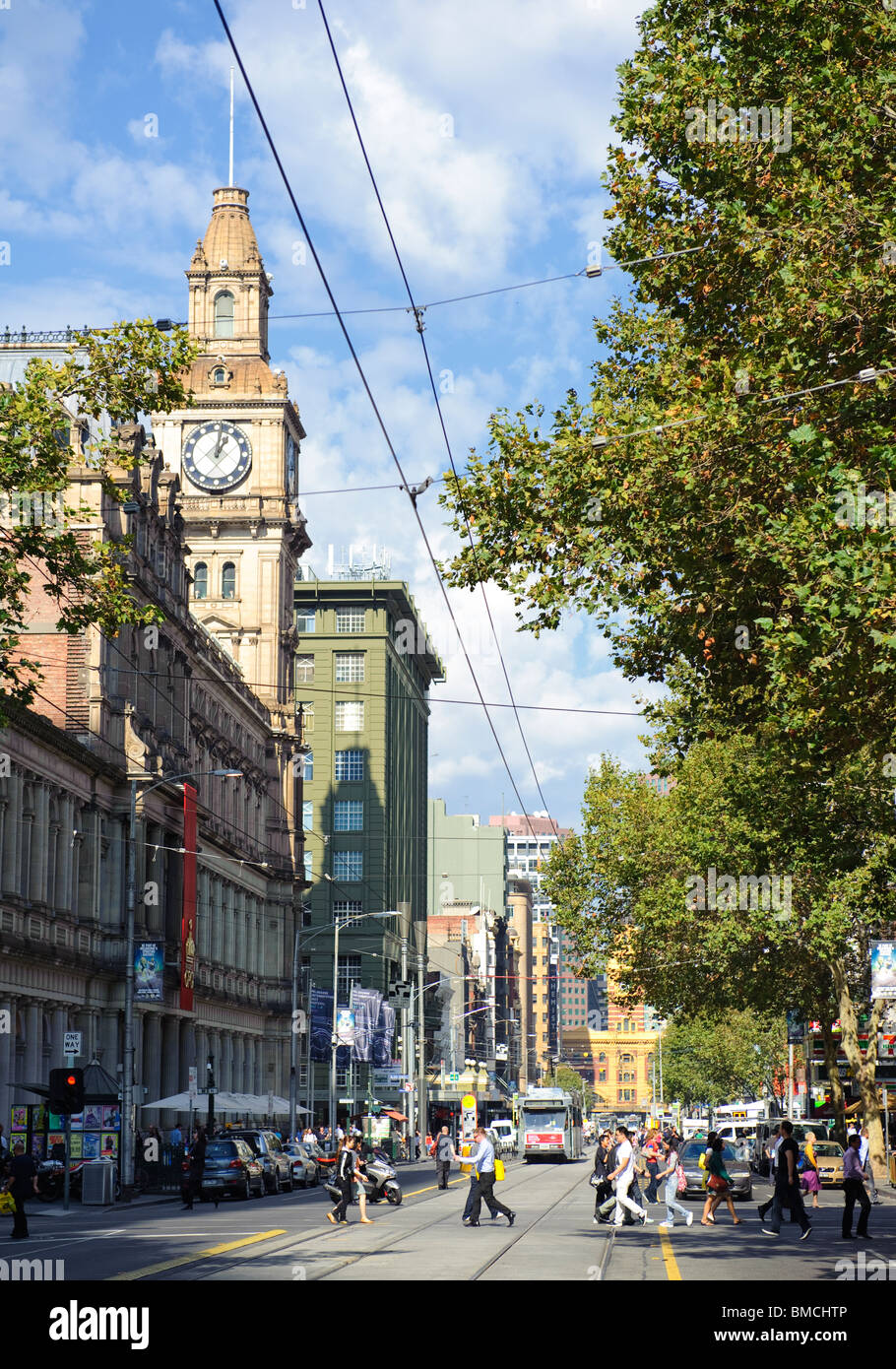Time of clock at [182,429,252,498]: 1:01
